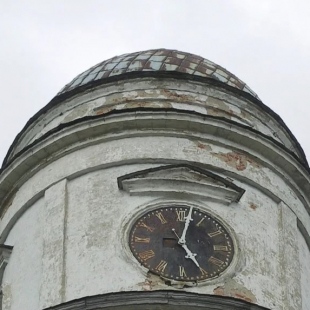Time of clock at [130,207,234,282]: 5:02
